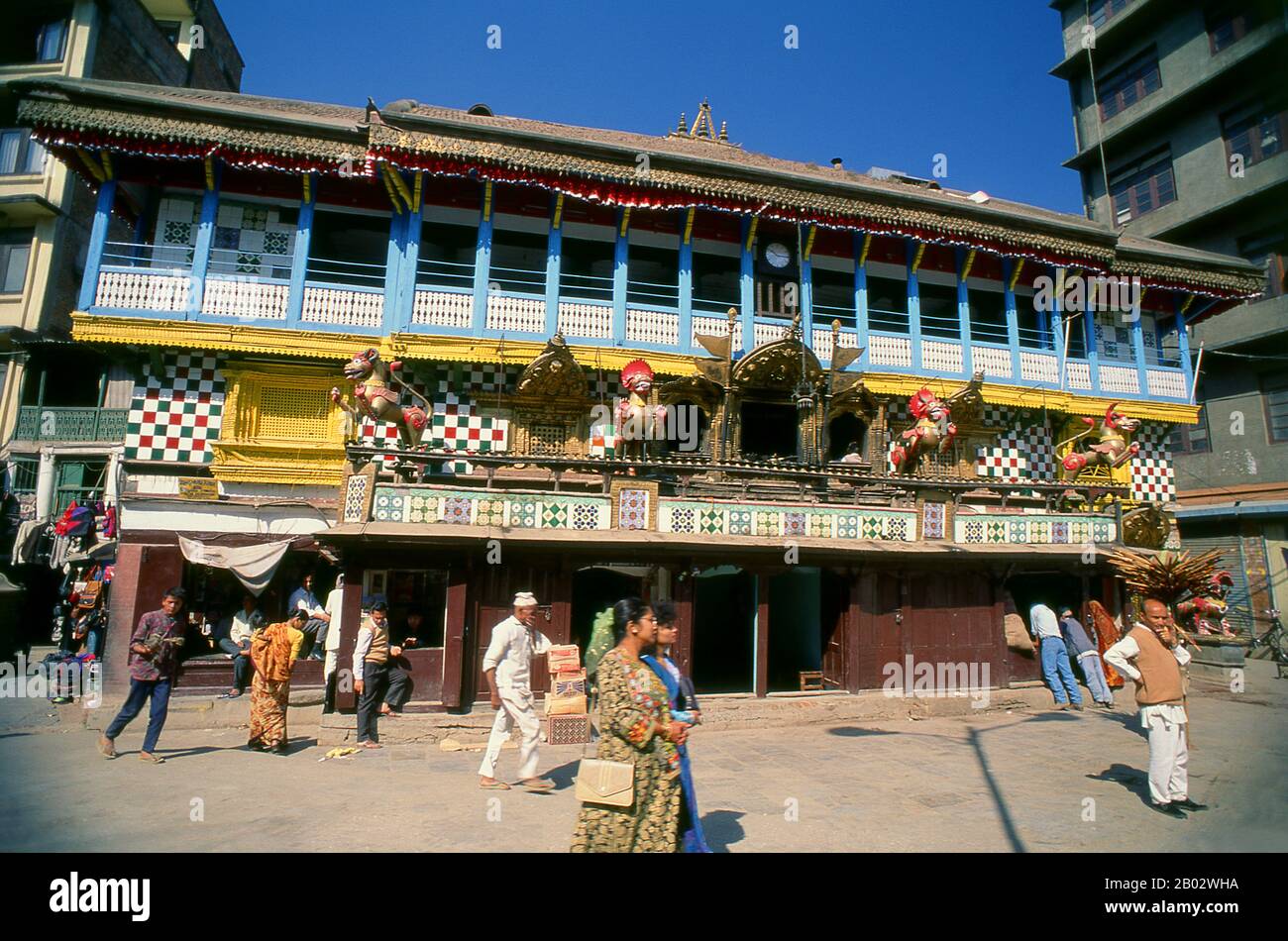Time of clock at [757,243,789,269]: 10:14
